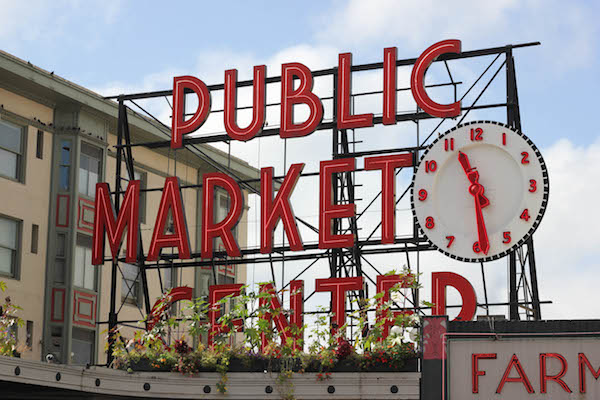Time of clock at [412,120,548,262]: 11:29
